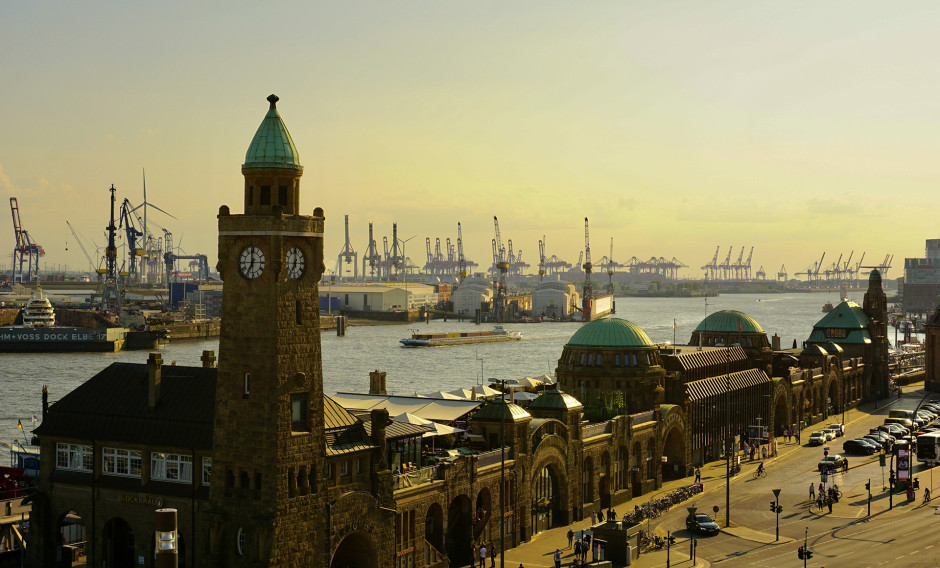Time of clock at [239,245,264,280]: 6:59
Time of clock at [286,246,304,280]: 7:00
